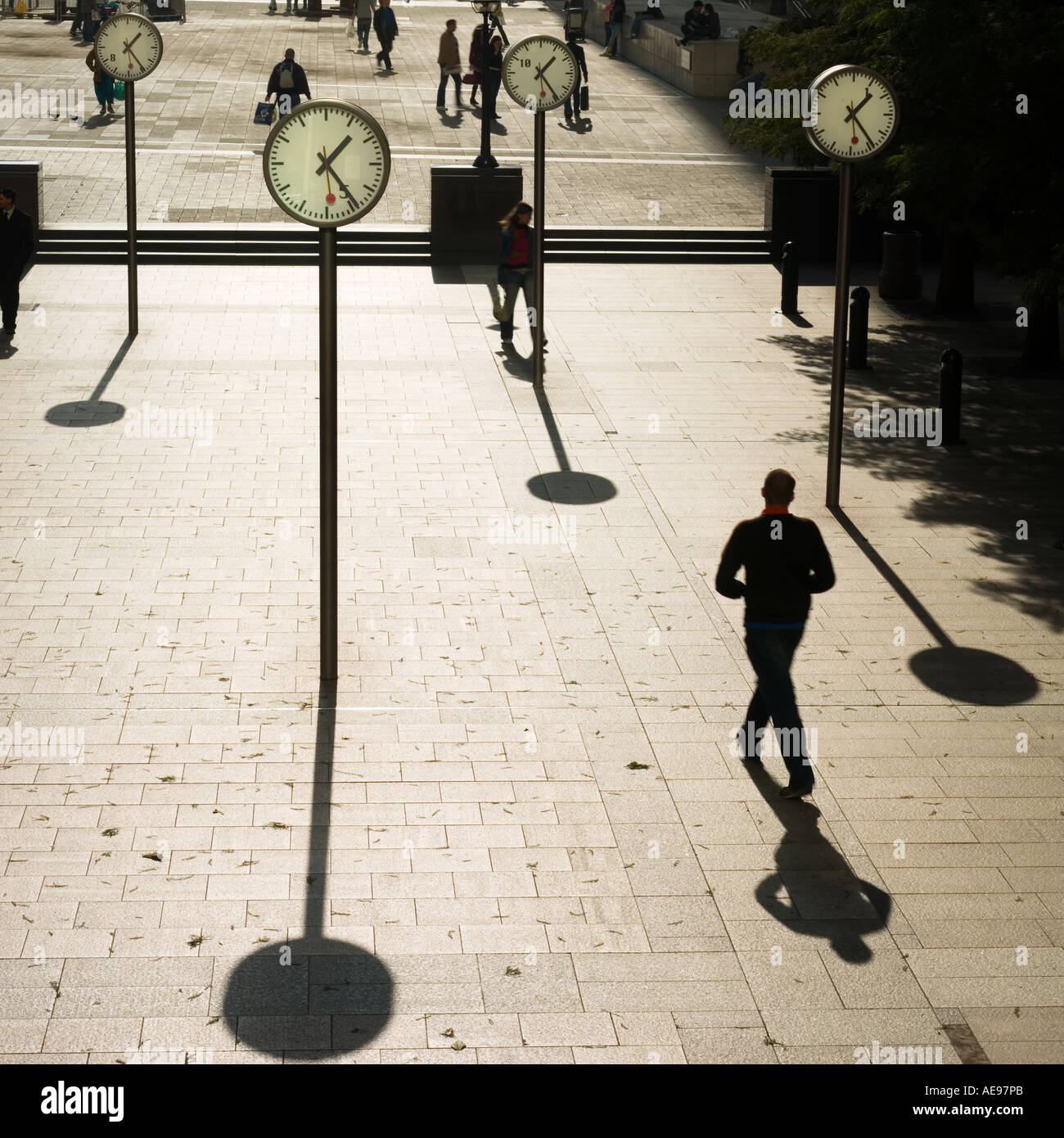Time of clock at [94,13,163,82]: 1:24
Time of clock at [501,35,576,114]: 1:24
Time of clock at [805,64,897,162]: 1:24
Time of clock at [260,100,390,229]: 1:24
